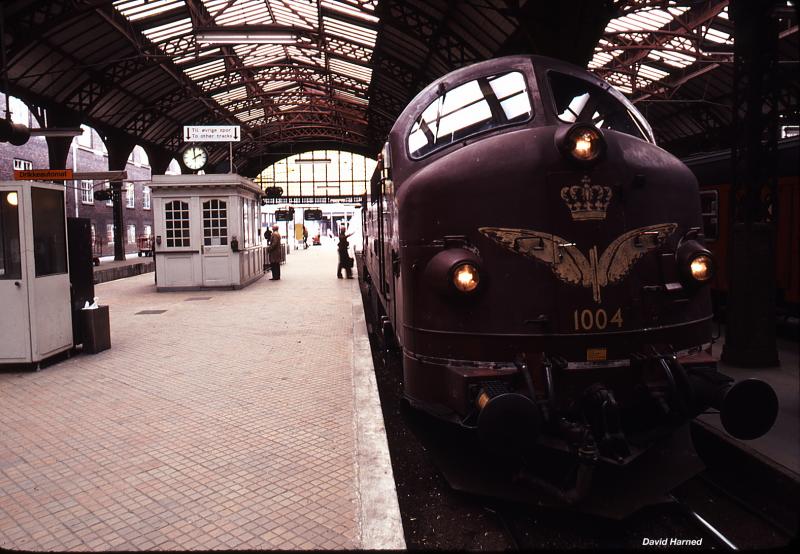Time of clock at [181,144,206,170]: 1:59
